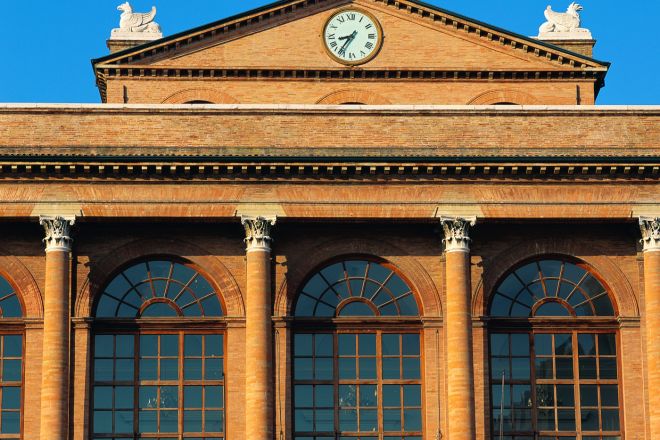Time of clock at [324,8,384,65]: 8:36
